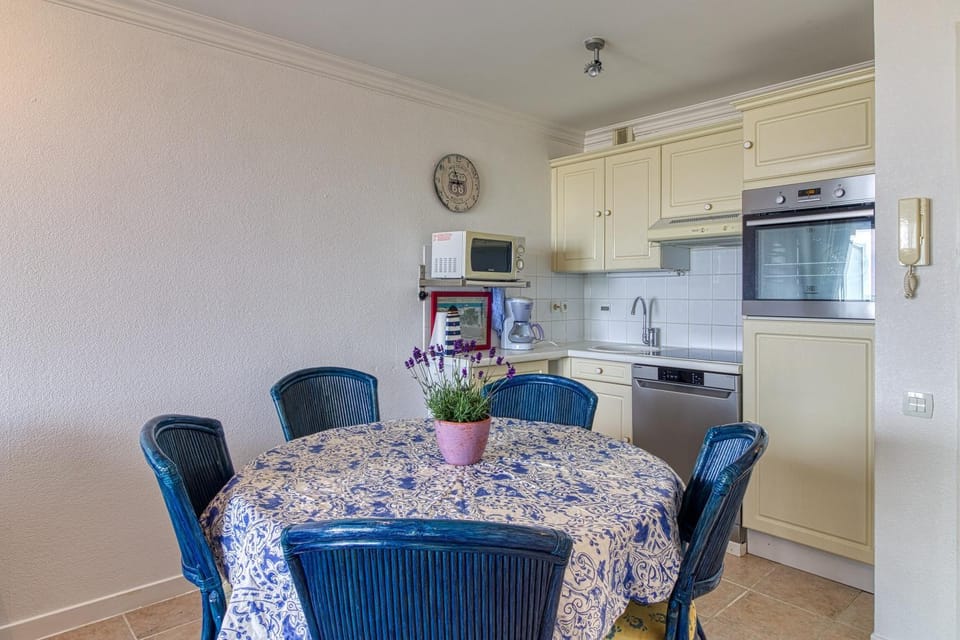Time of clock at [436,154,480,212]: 8:56
